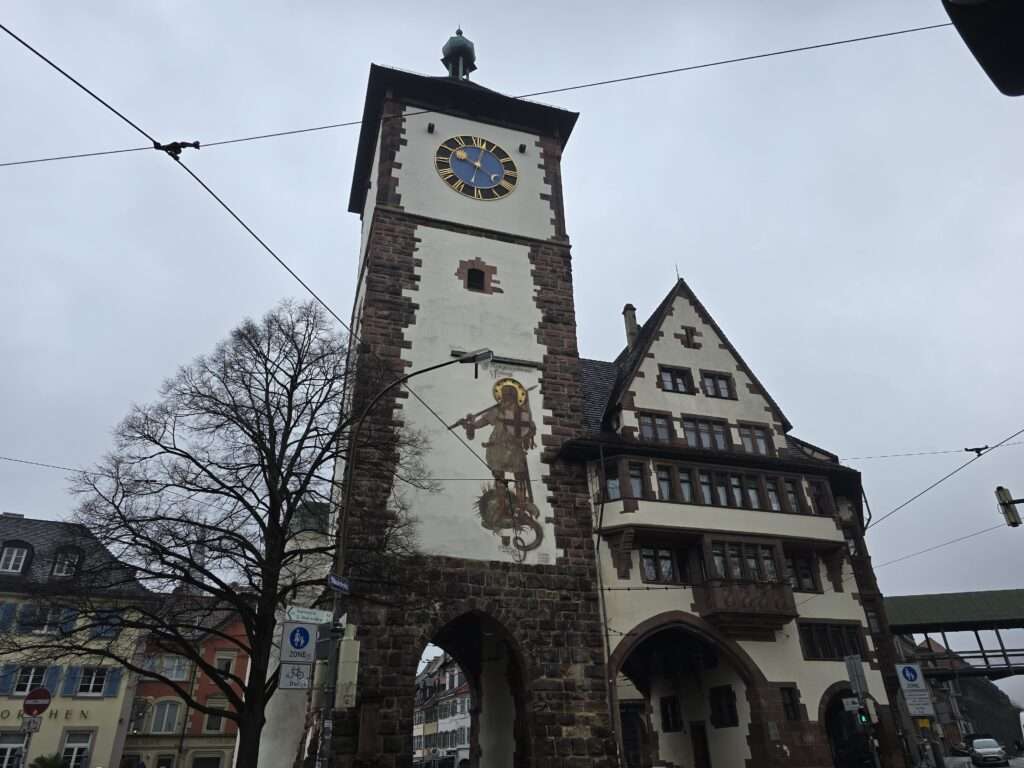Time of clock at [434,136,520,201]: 10:02
